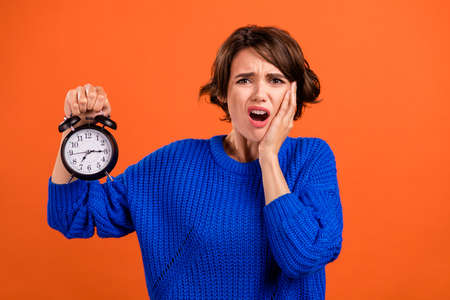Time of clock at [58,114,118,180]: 7:15
